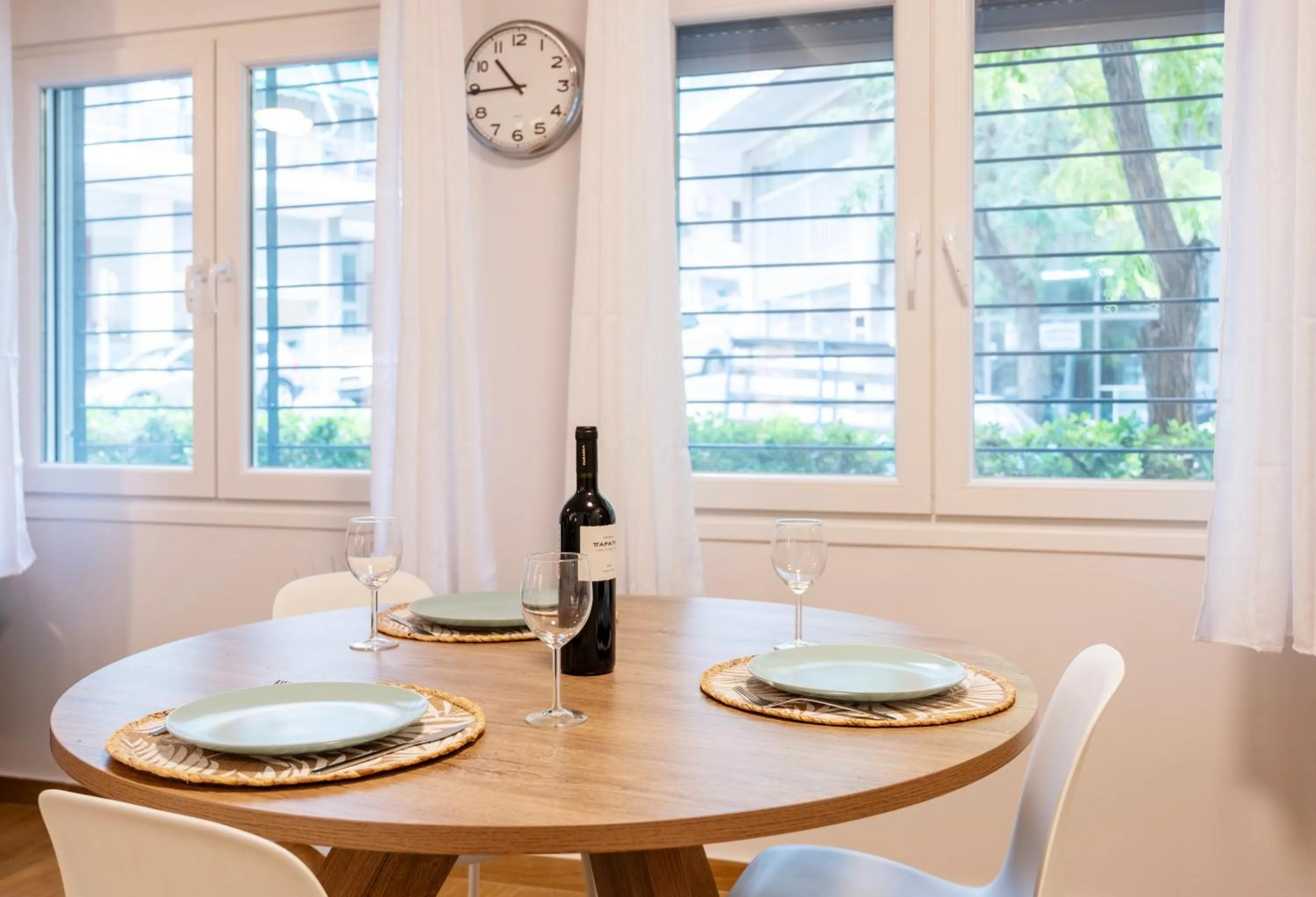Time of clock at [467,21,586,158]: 10:44
